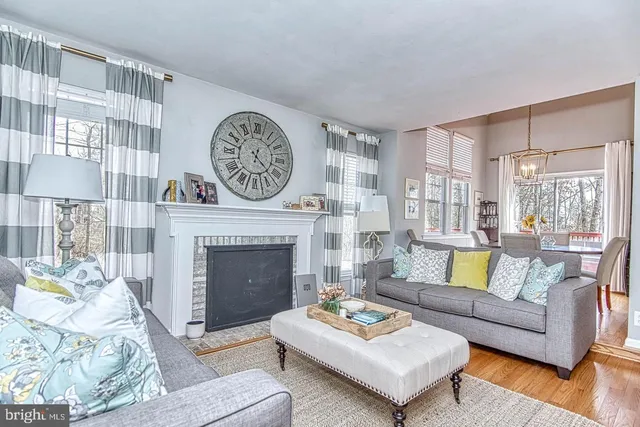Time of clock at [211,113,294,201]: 12:22
